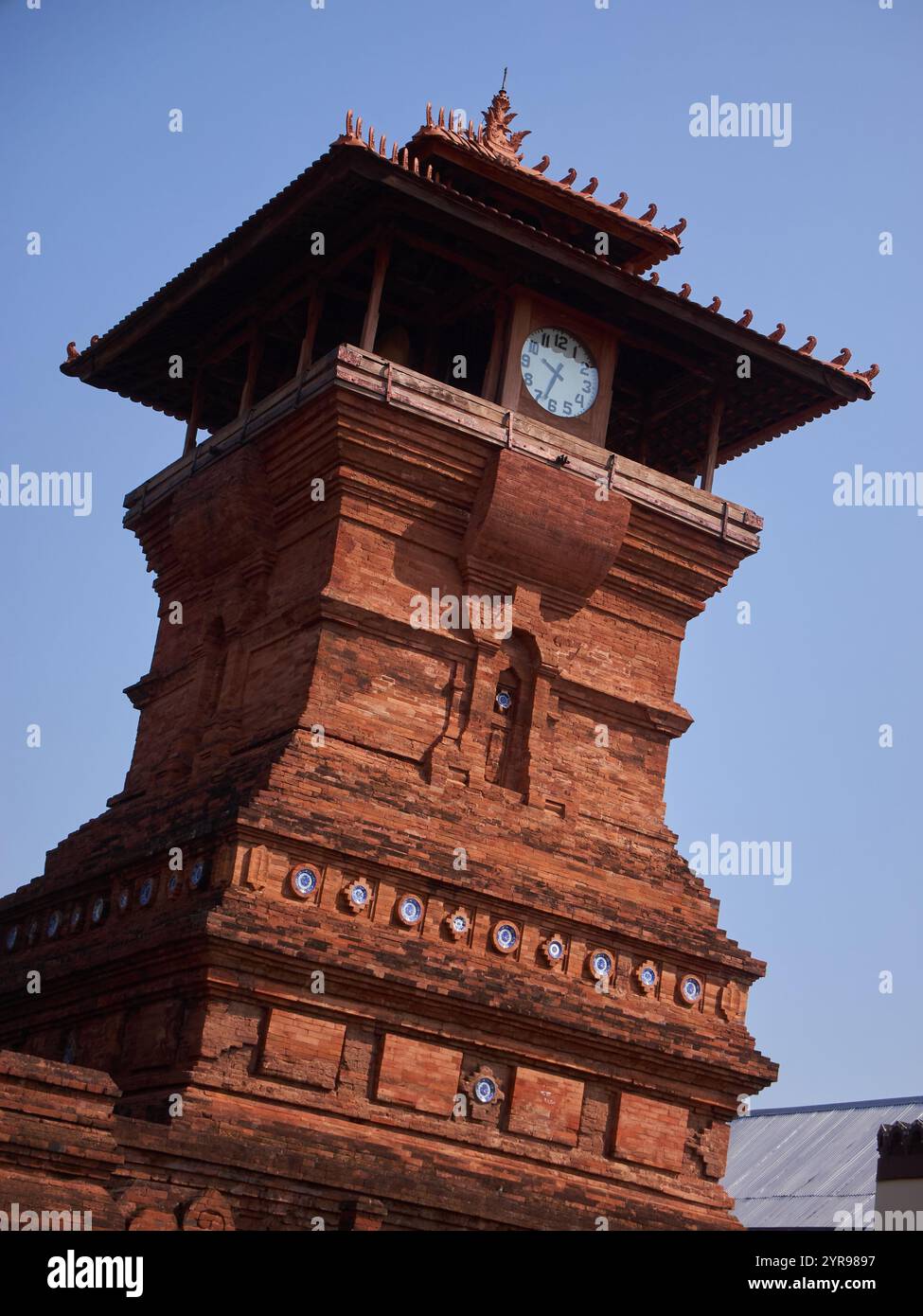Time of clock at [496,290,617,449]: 9:32
